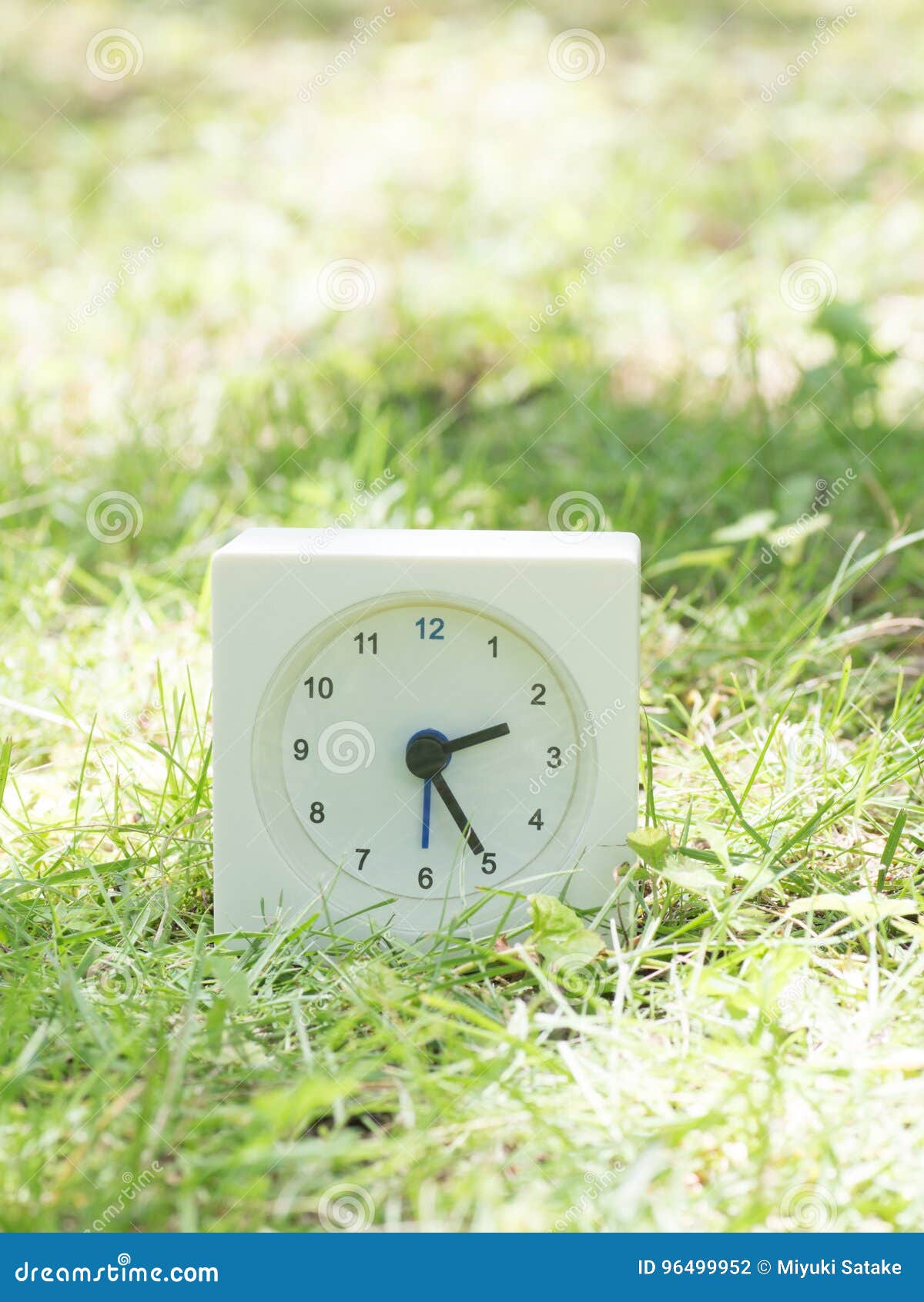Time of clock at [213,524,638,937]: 2:24
